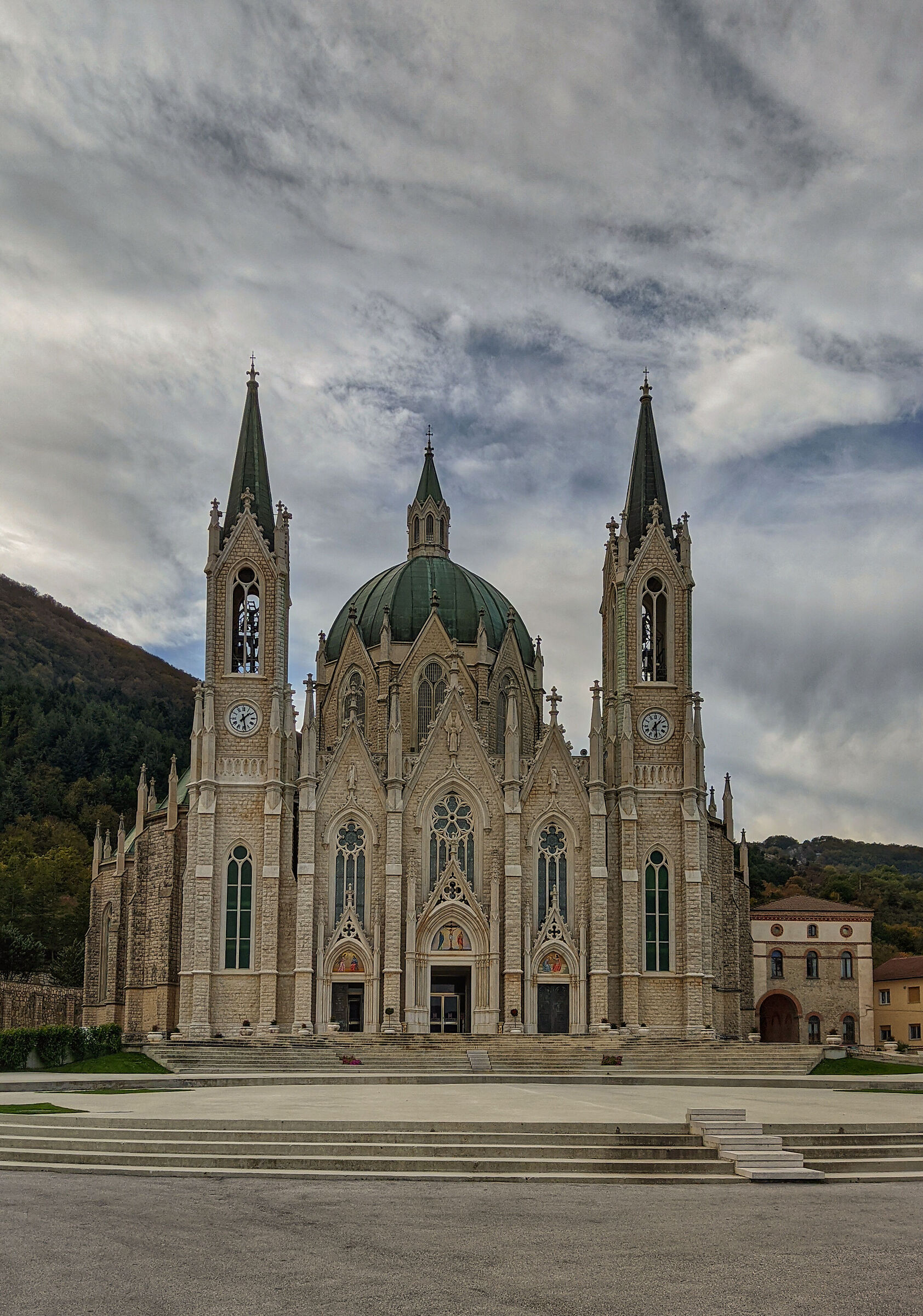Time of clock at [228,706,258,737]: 1:28
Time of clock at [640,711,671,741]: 1:28
